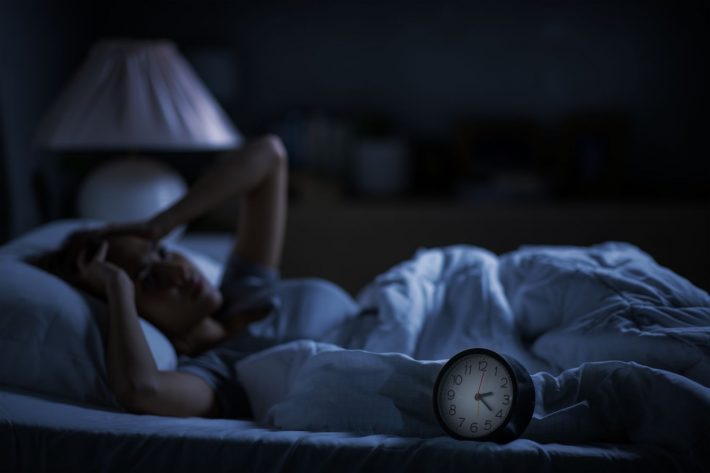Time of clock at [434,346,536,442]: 2:21
